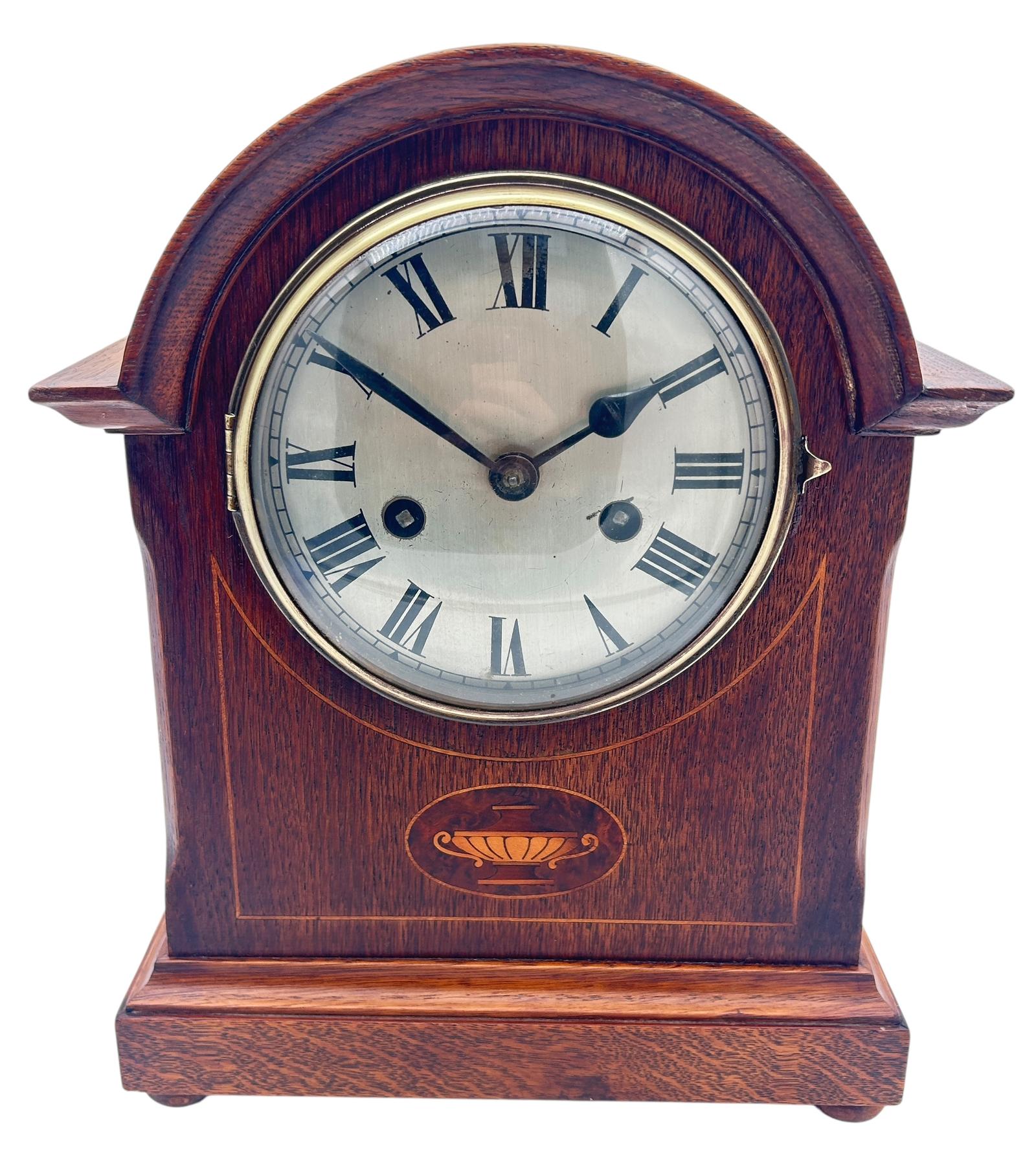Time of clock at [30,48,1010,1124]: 1:50
